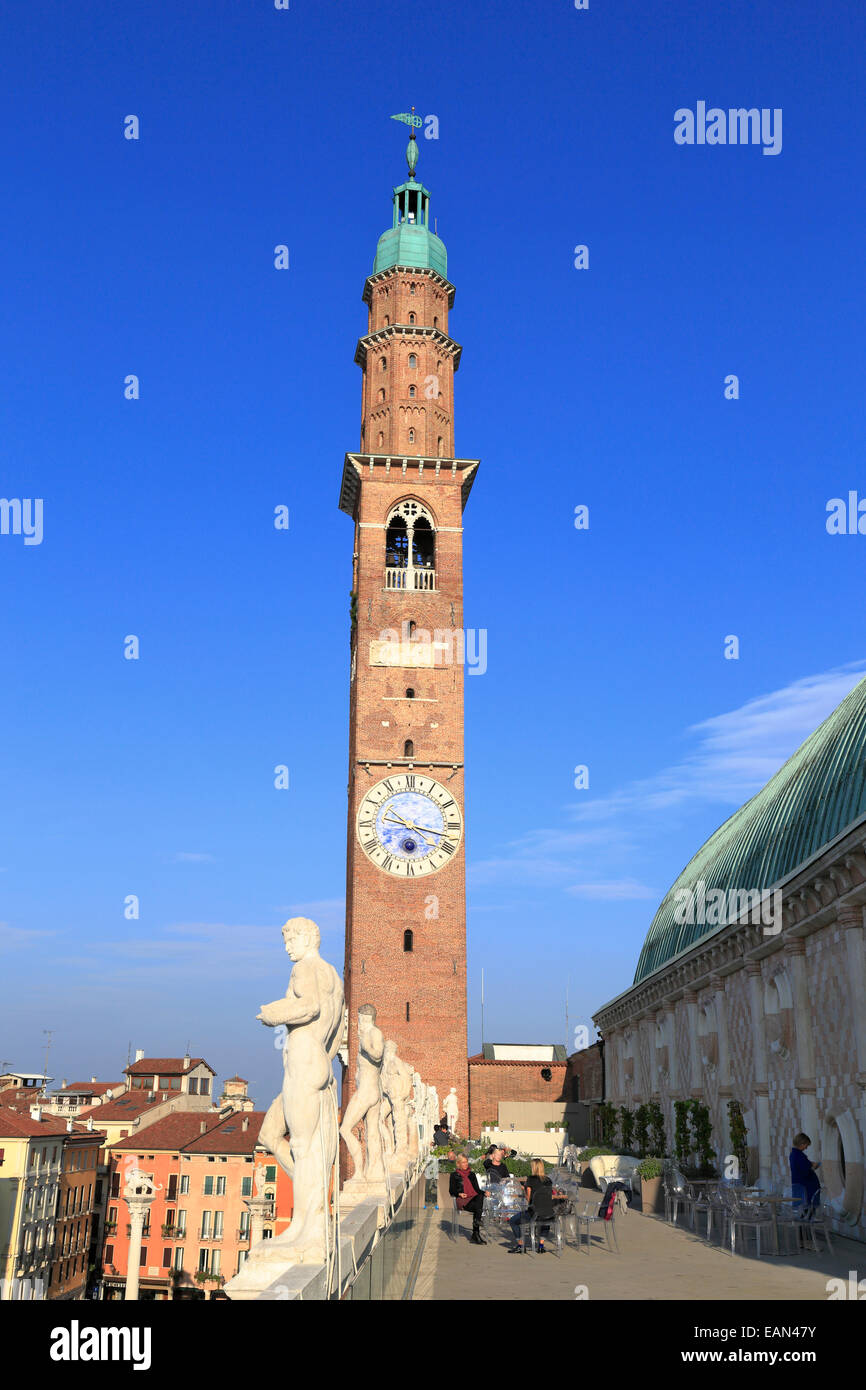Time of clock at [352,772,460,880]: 9:17
